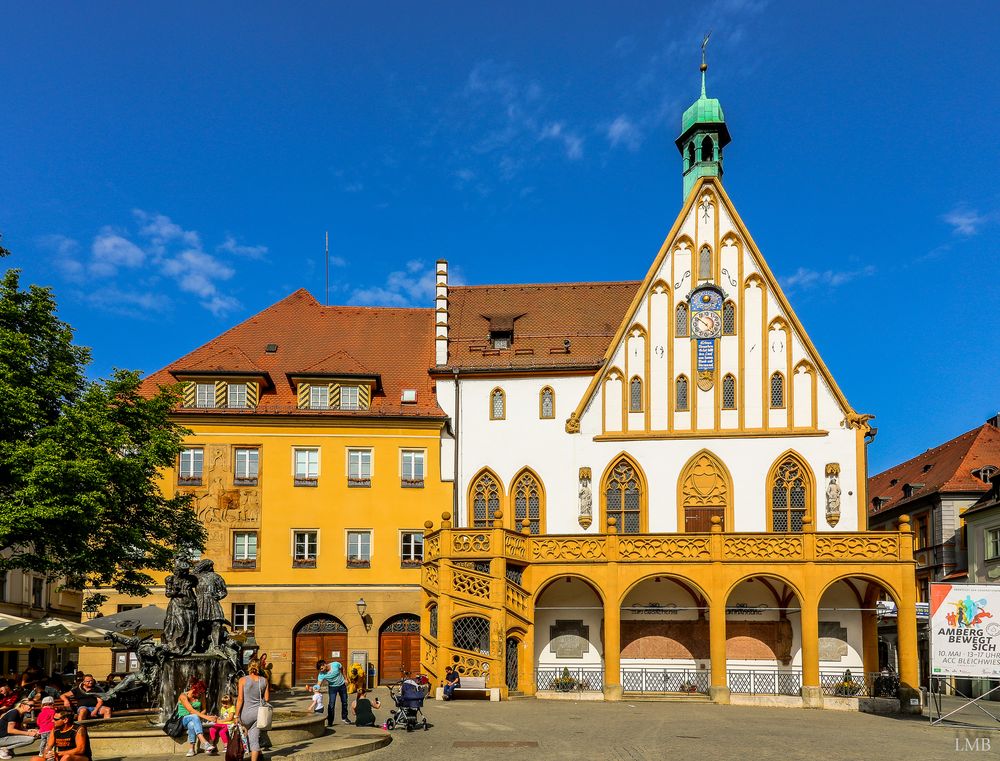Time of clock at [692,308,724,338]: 4:51
